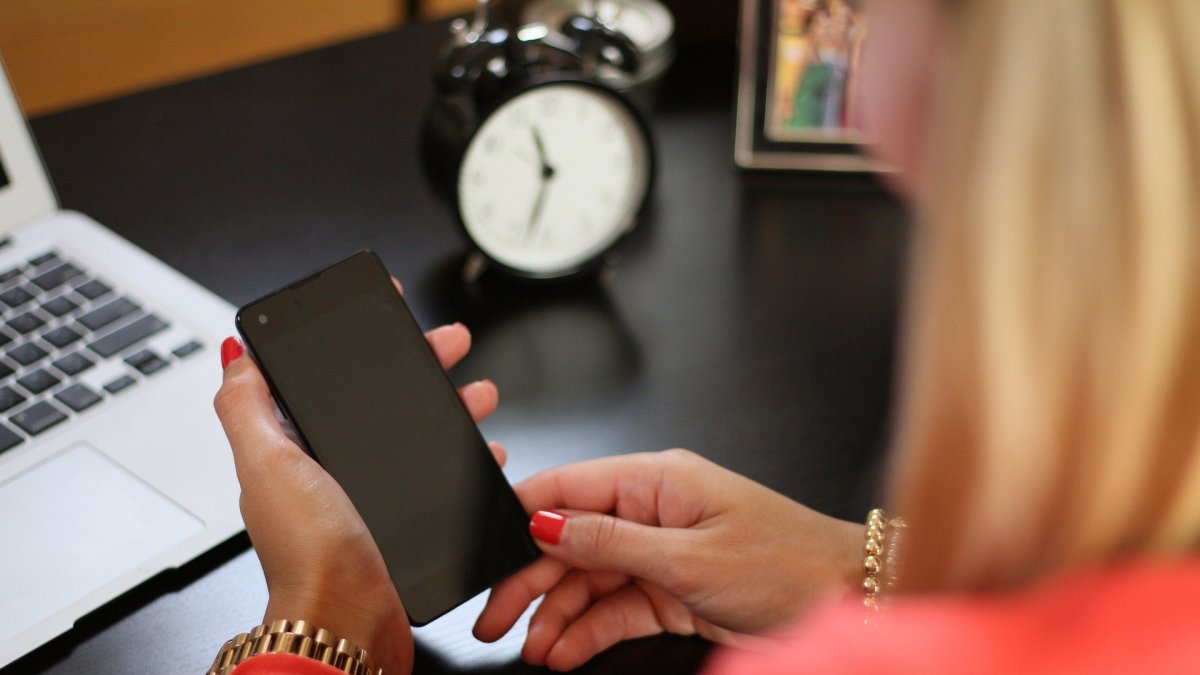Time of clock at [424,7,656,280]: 11:32
